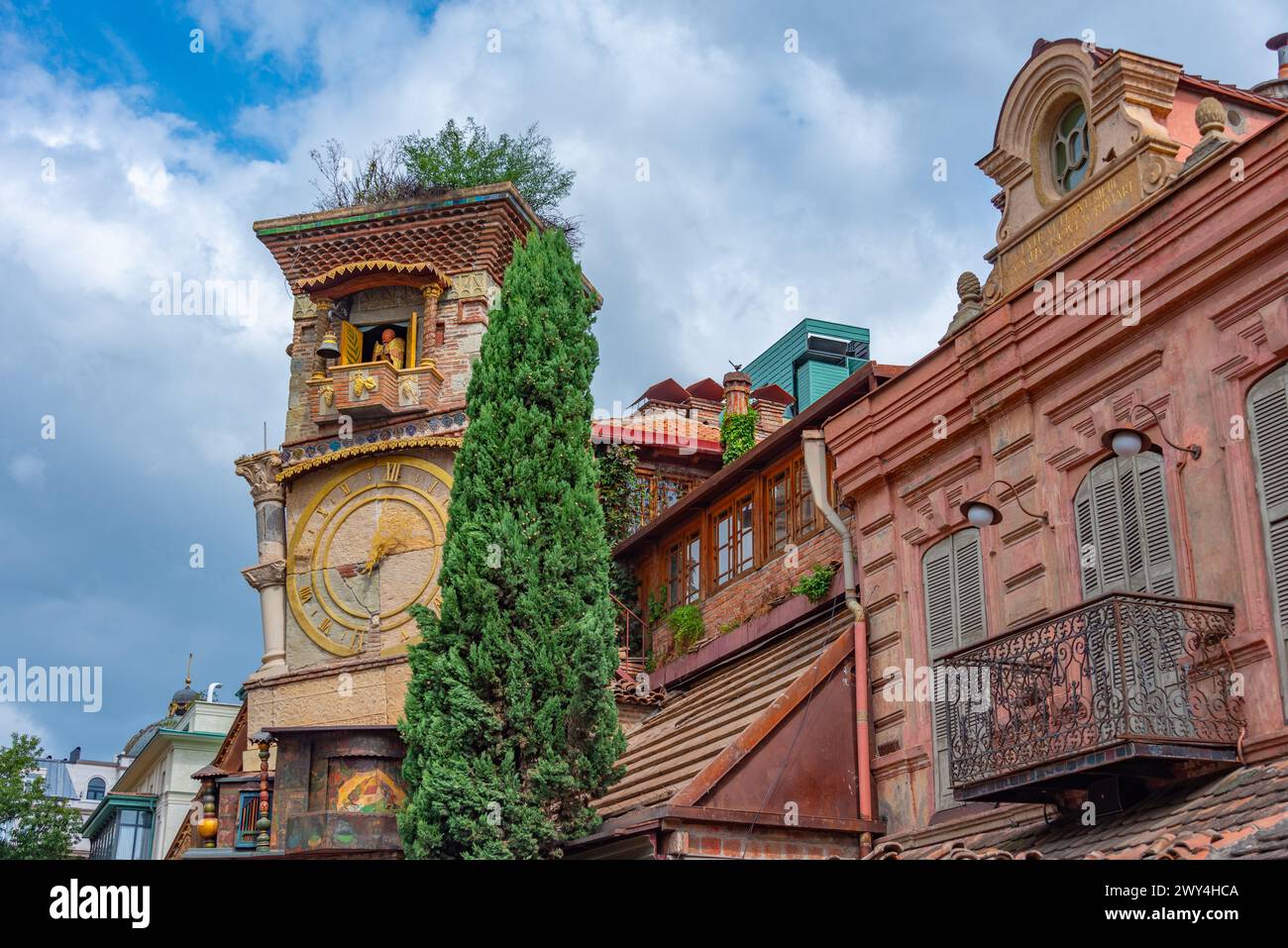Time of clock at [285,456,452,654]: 7:42
